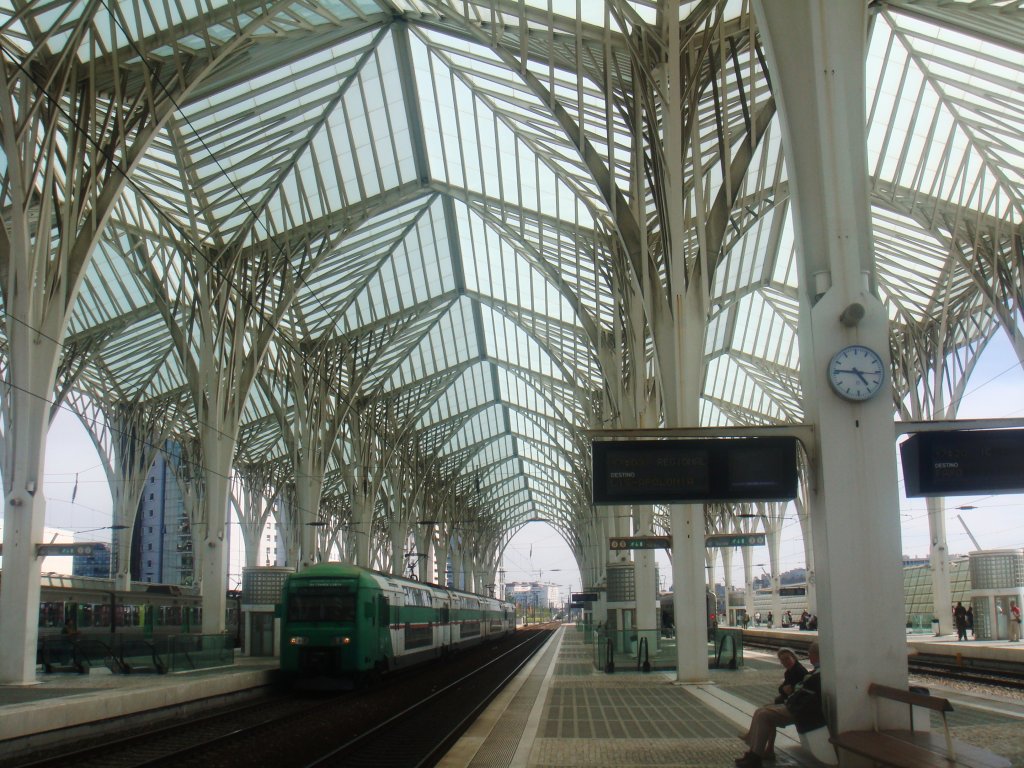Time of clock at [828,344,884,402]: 4:46
